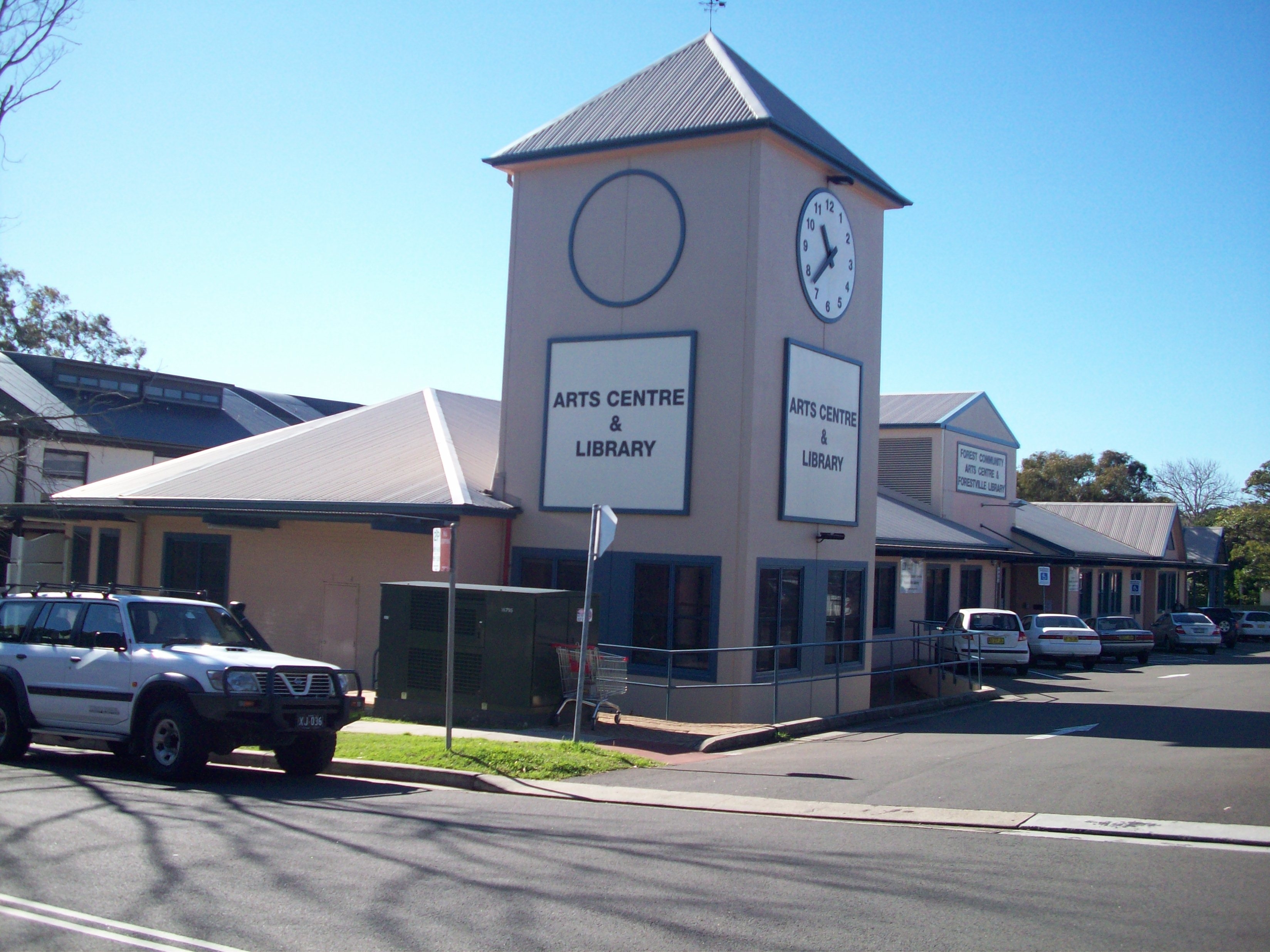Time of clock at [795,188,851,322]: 10:37
